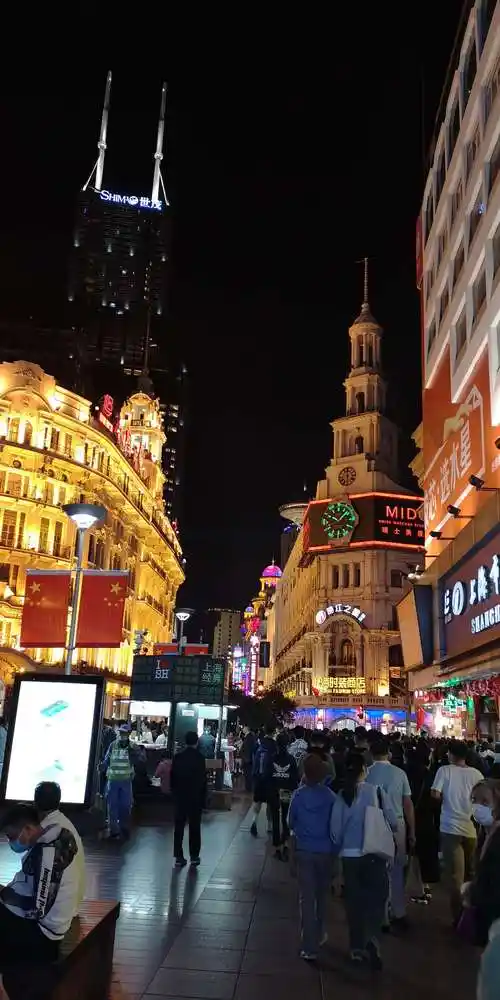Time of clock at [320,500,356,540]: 10:07
